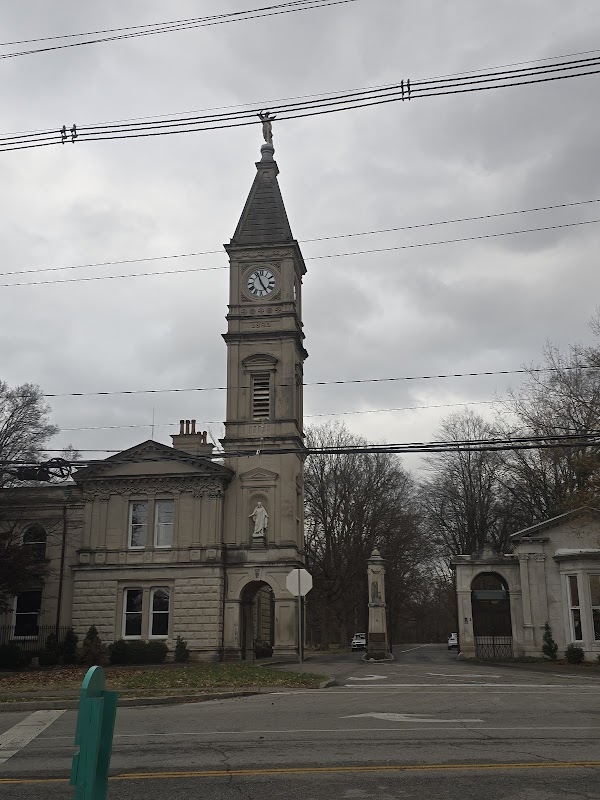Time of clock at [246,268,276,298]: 4:56
